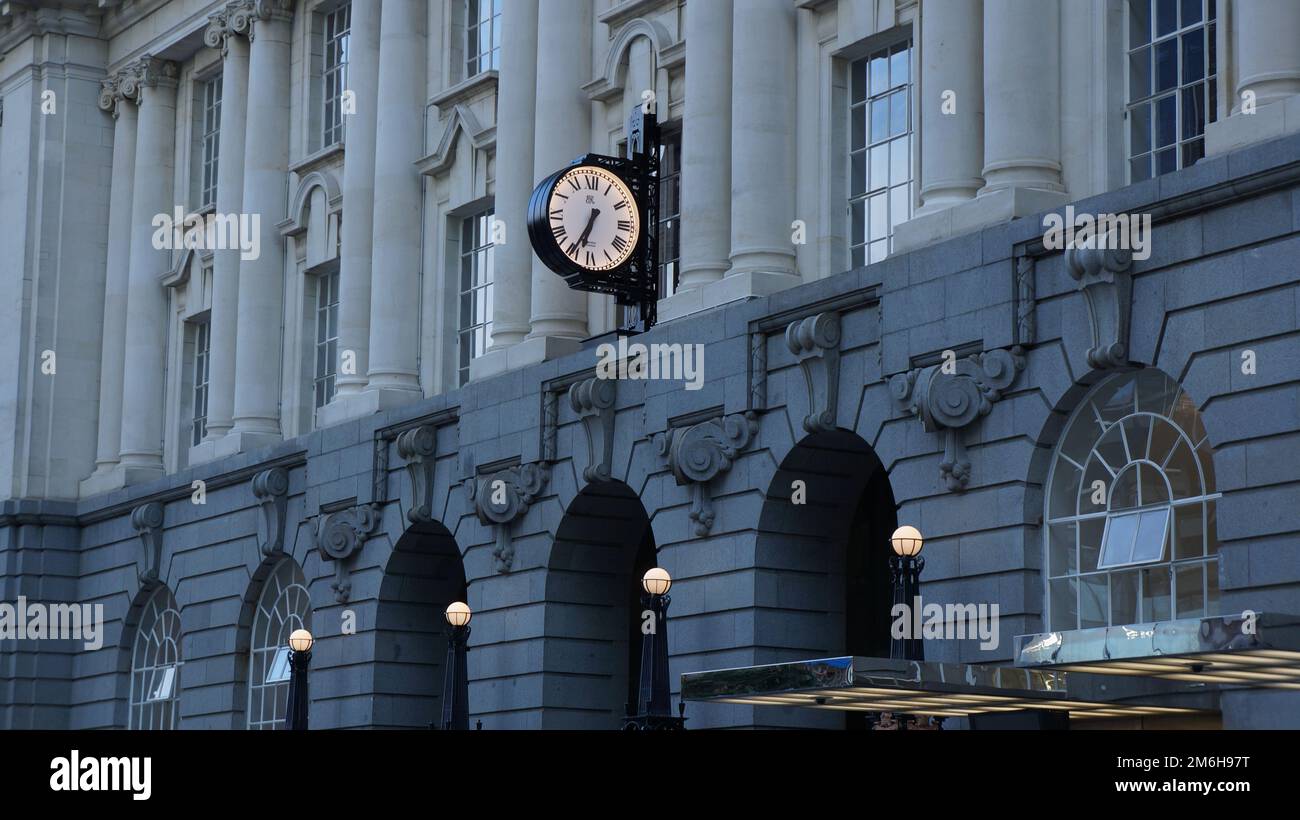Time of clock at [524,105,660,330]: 6:34
